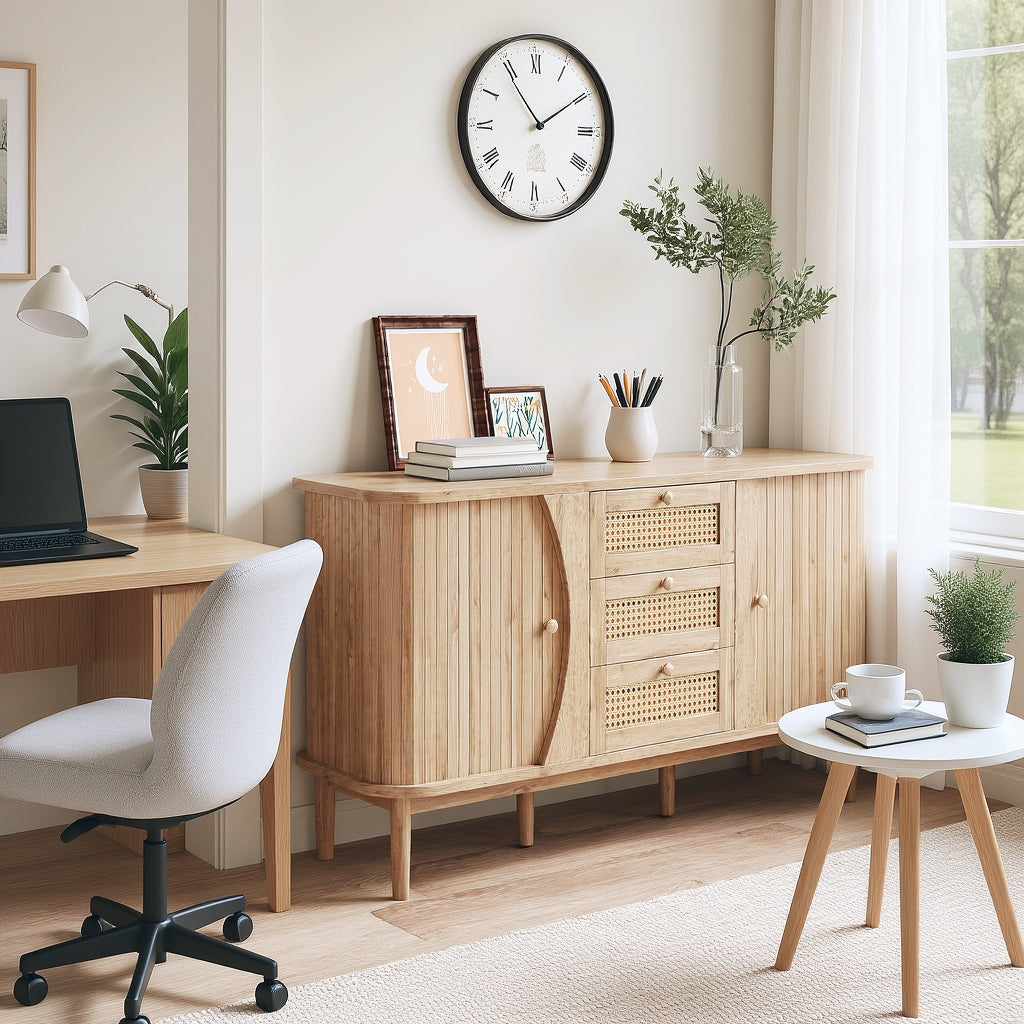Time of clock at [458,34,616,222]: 1:54
